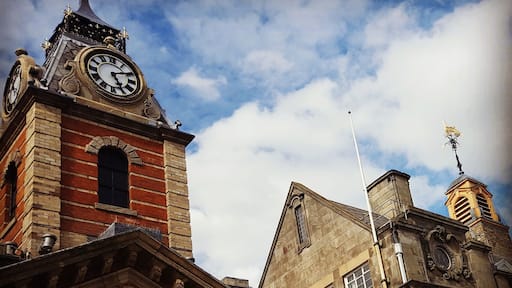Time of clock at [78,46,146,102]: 5:11
